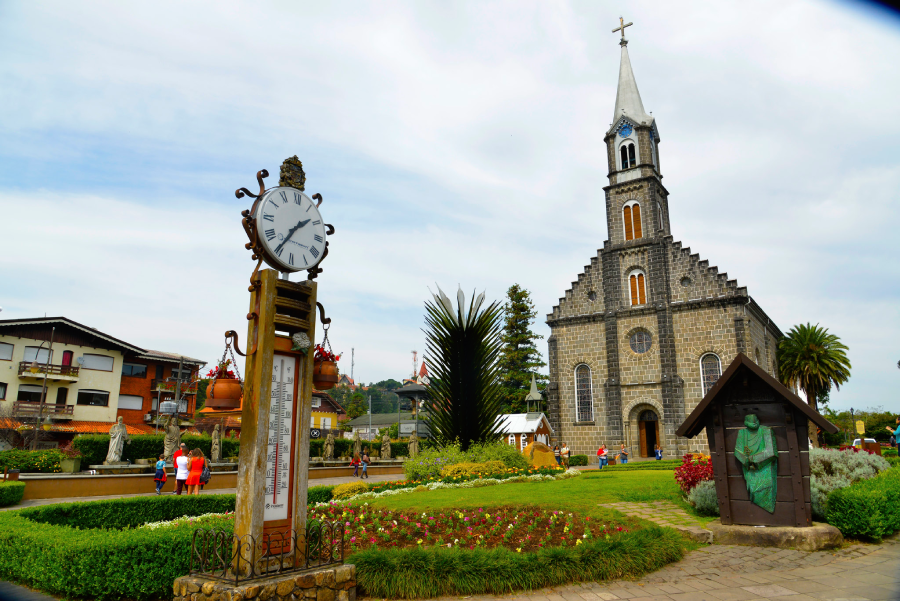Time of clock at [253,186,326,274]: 1:35
